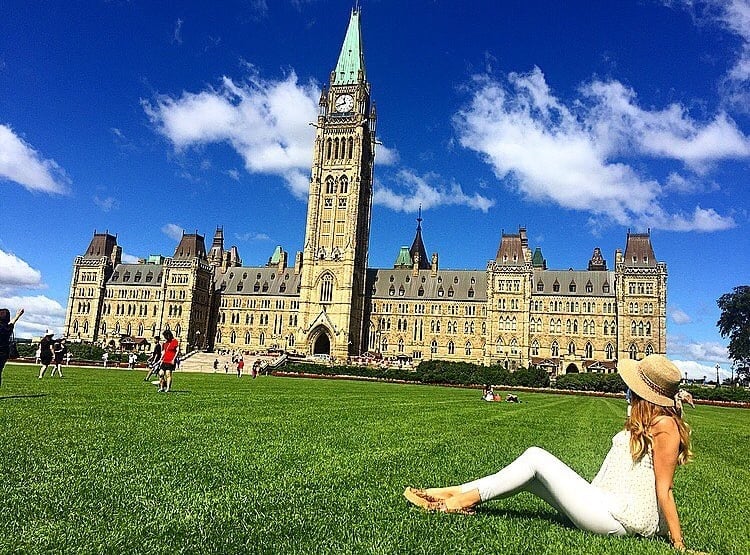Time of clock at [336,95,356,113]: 11:41
